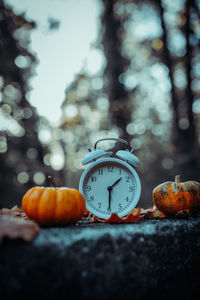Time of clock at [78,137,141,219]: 1:30
